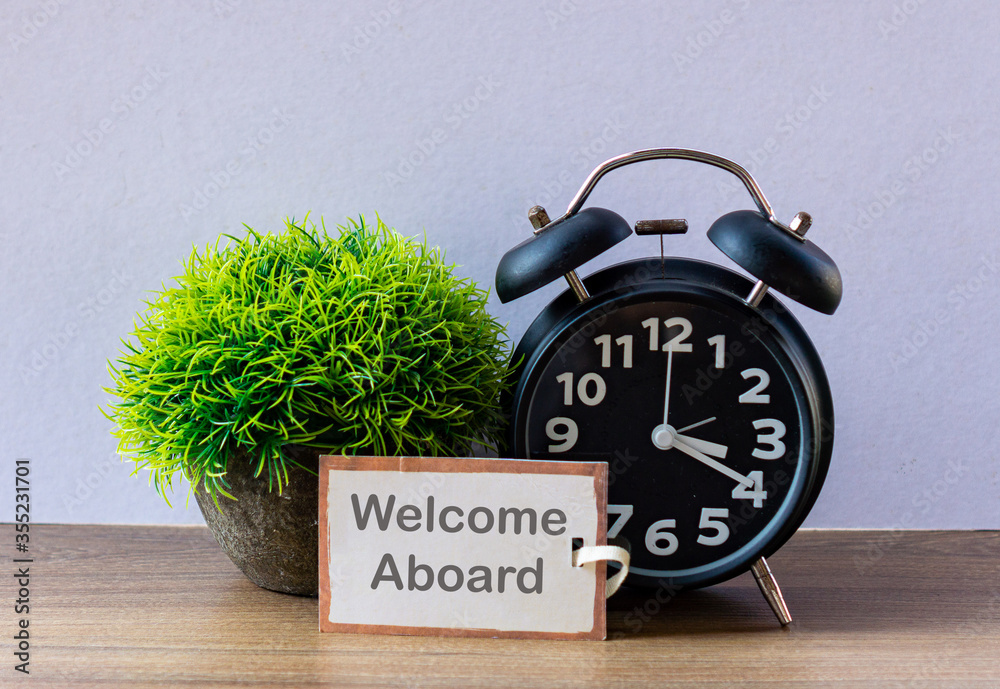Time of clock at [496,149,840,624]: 4:00
